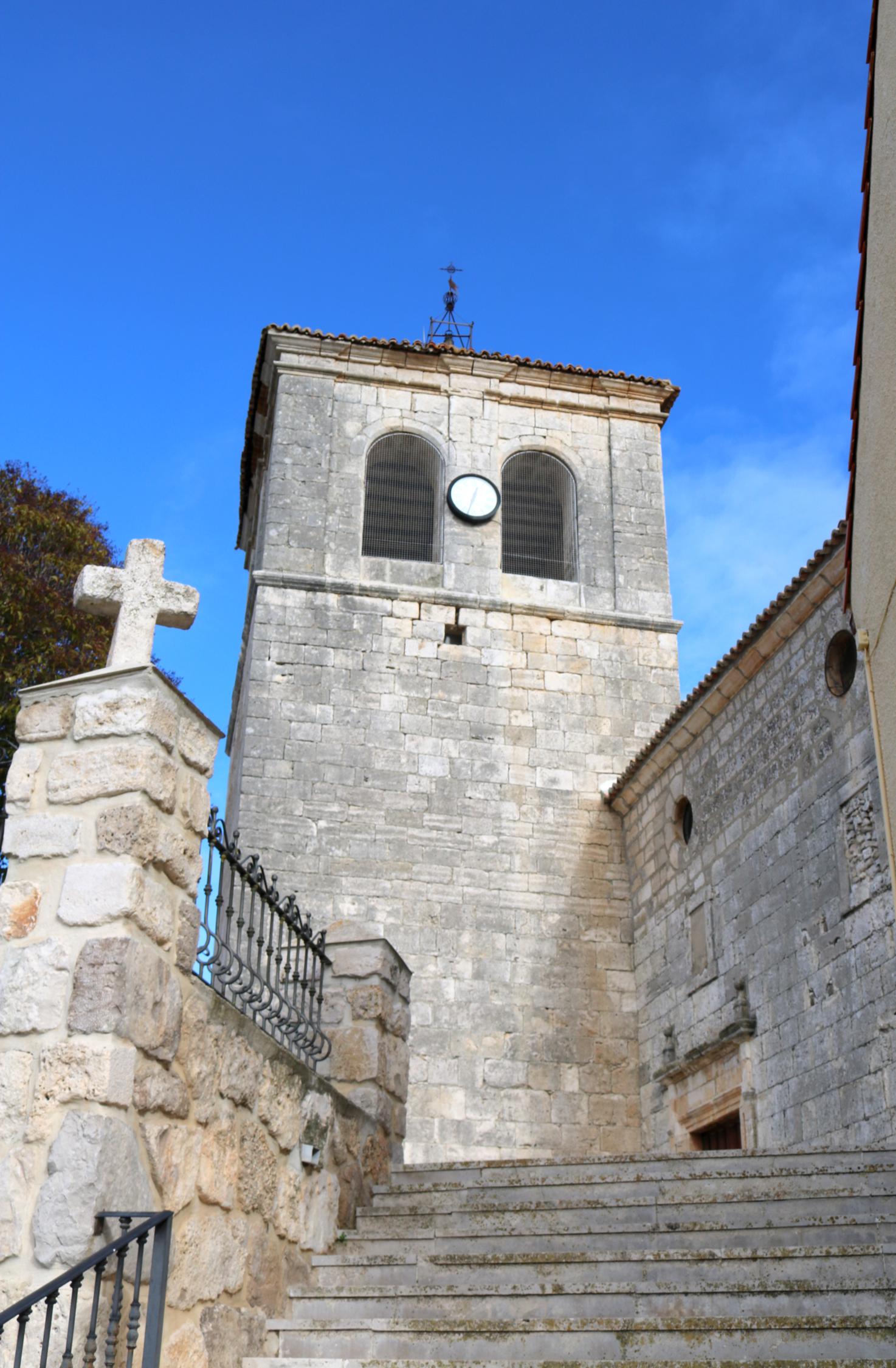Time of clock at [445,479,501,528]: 12:32
